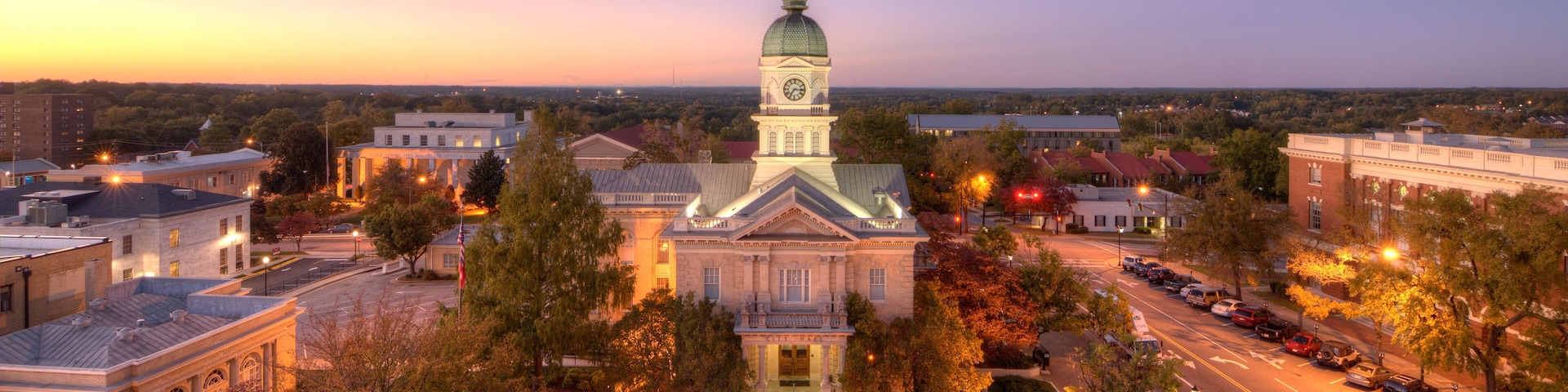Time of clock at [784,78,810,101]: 7:15
